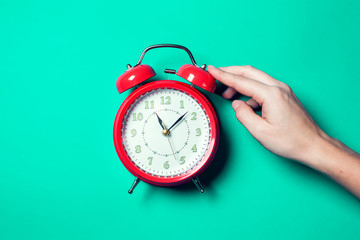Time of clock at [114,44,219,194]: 11:07
